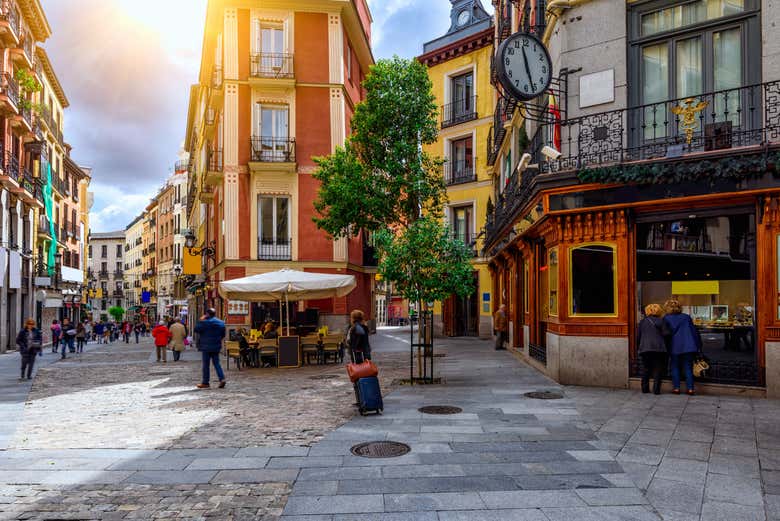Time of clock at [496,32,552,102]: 11:26
